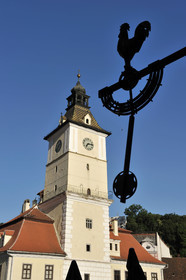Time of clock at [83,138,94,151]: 7:13
